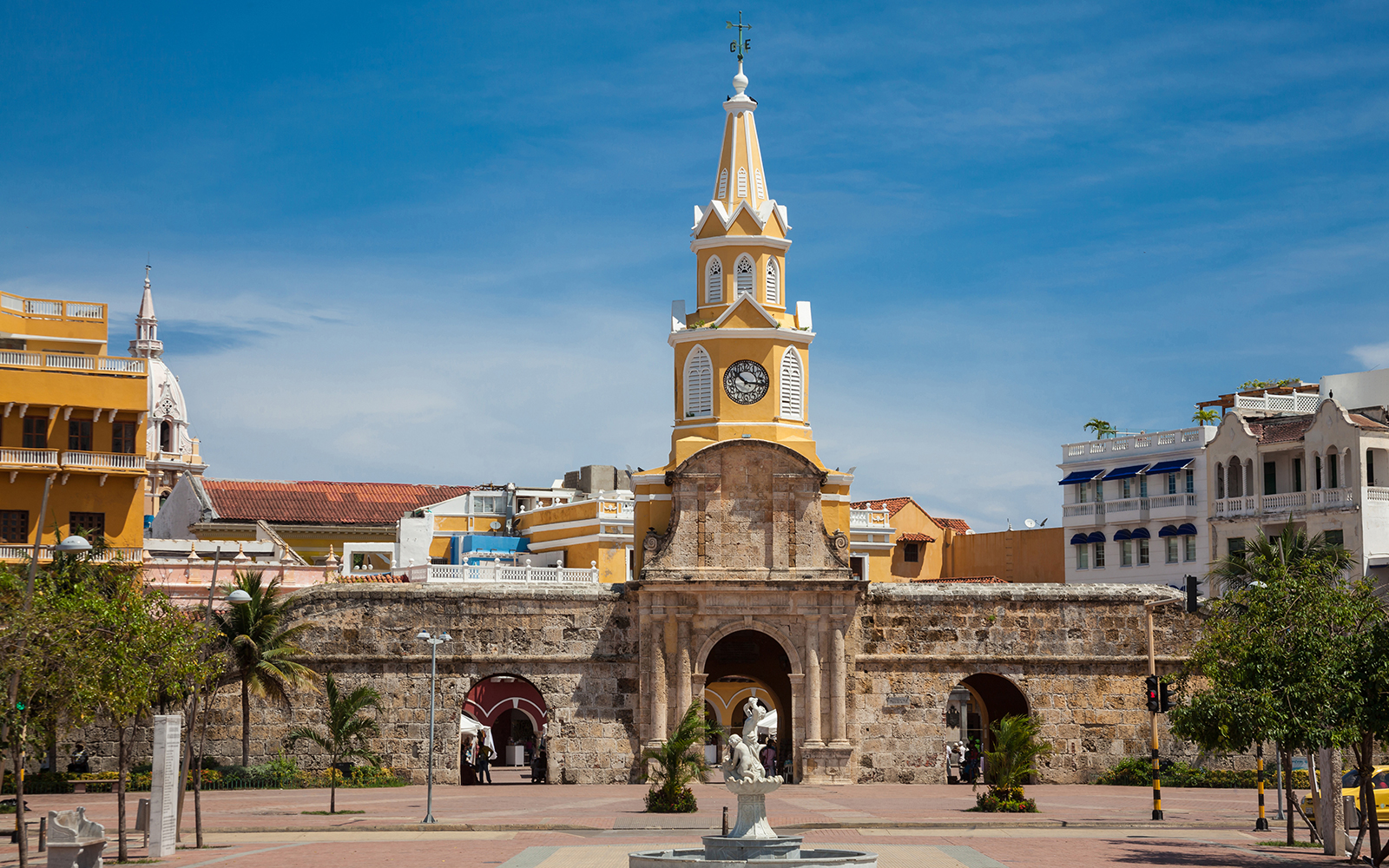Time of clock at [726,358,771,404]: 10:15
